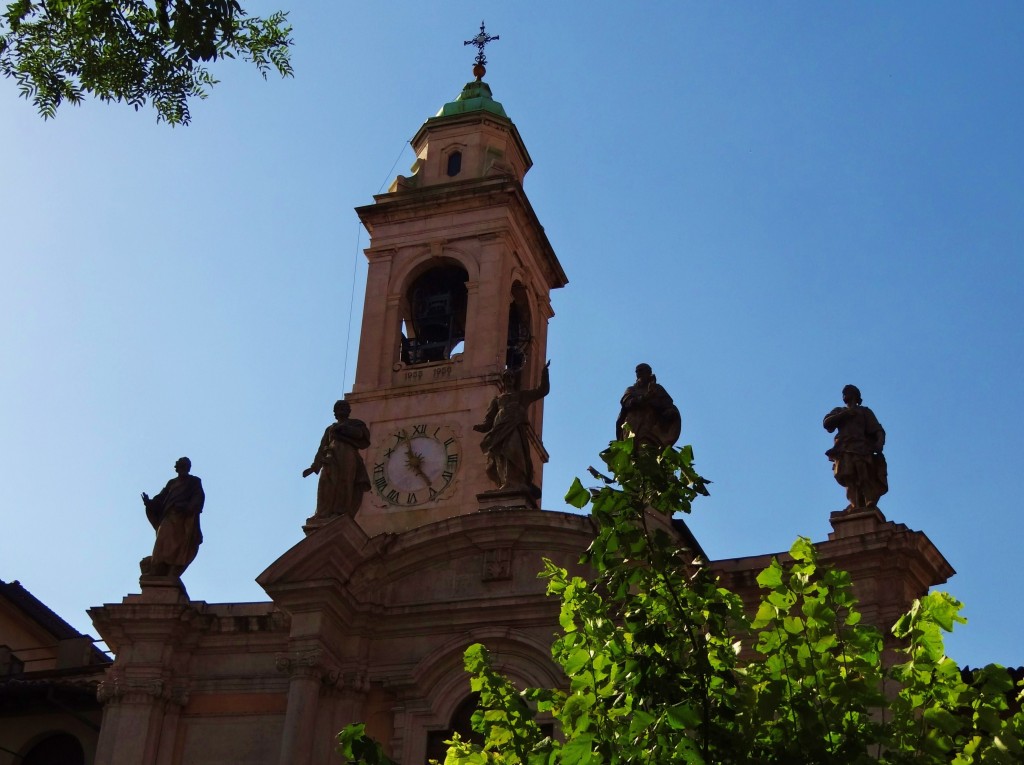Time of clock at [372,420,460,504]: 4:56
